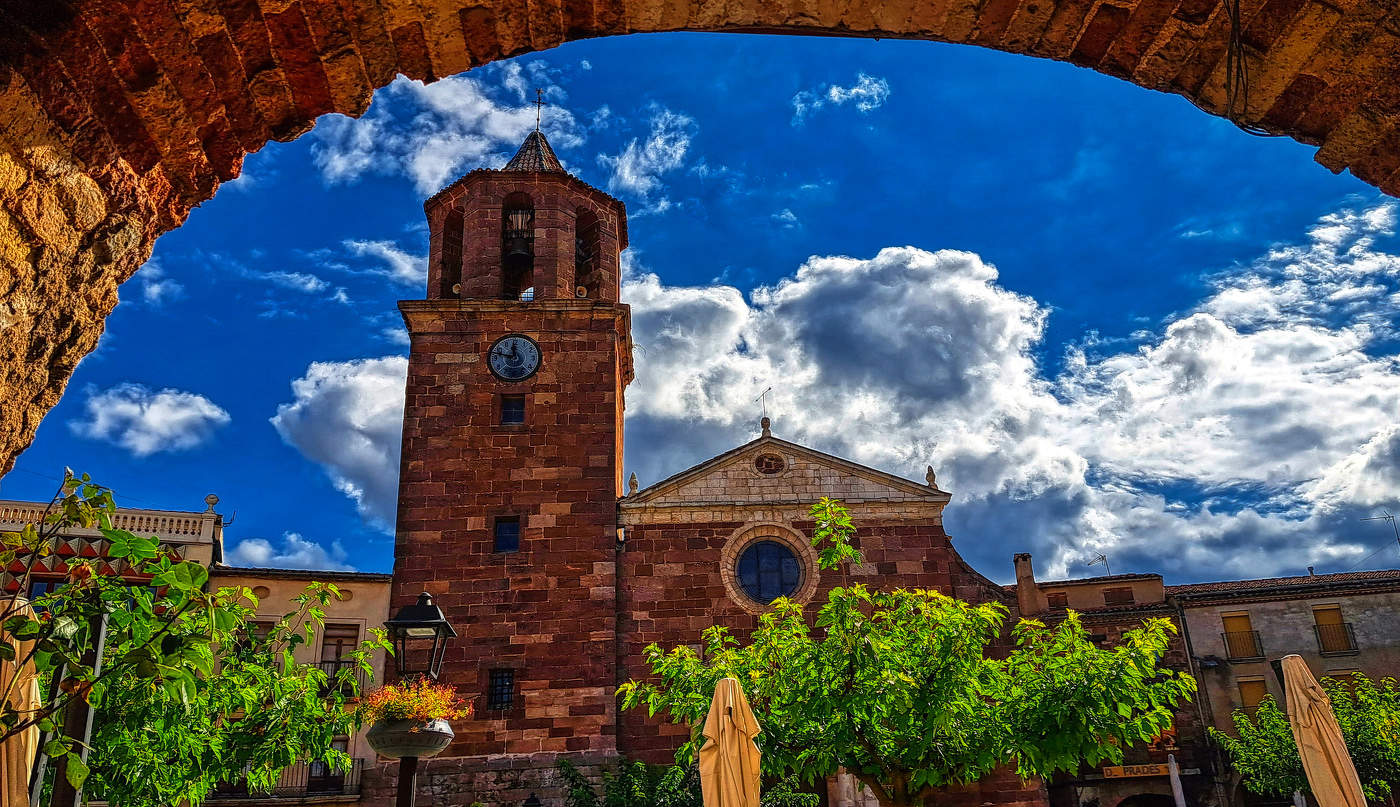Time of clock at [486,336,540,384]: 11:47
